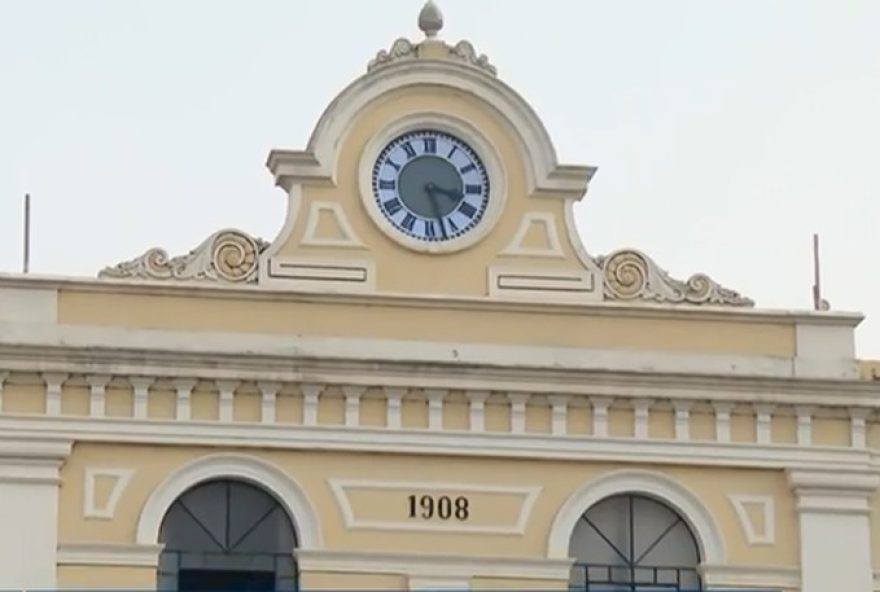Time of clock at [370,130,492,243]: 3:27
